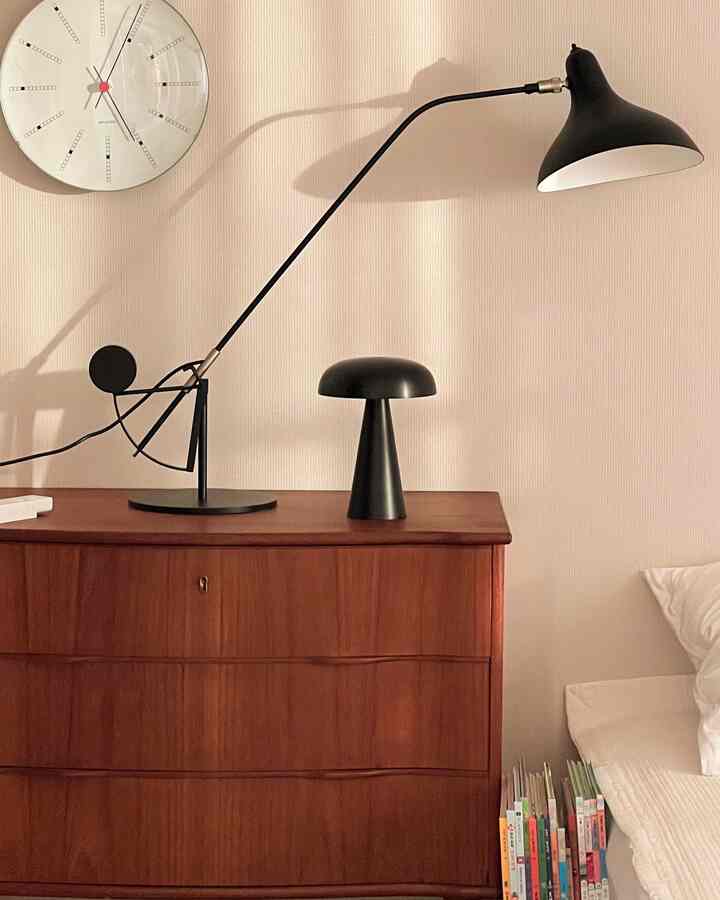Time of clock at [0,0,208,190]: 5:04
